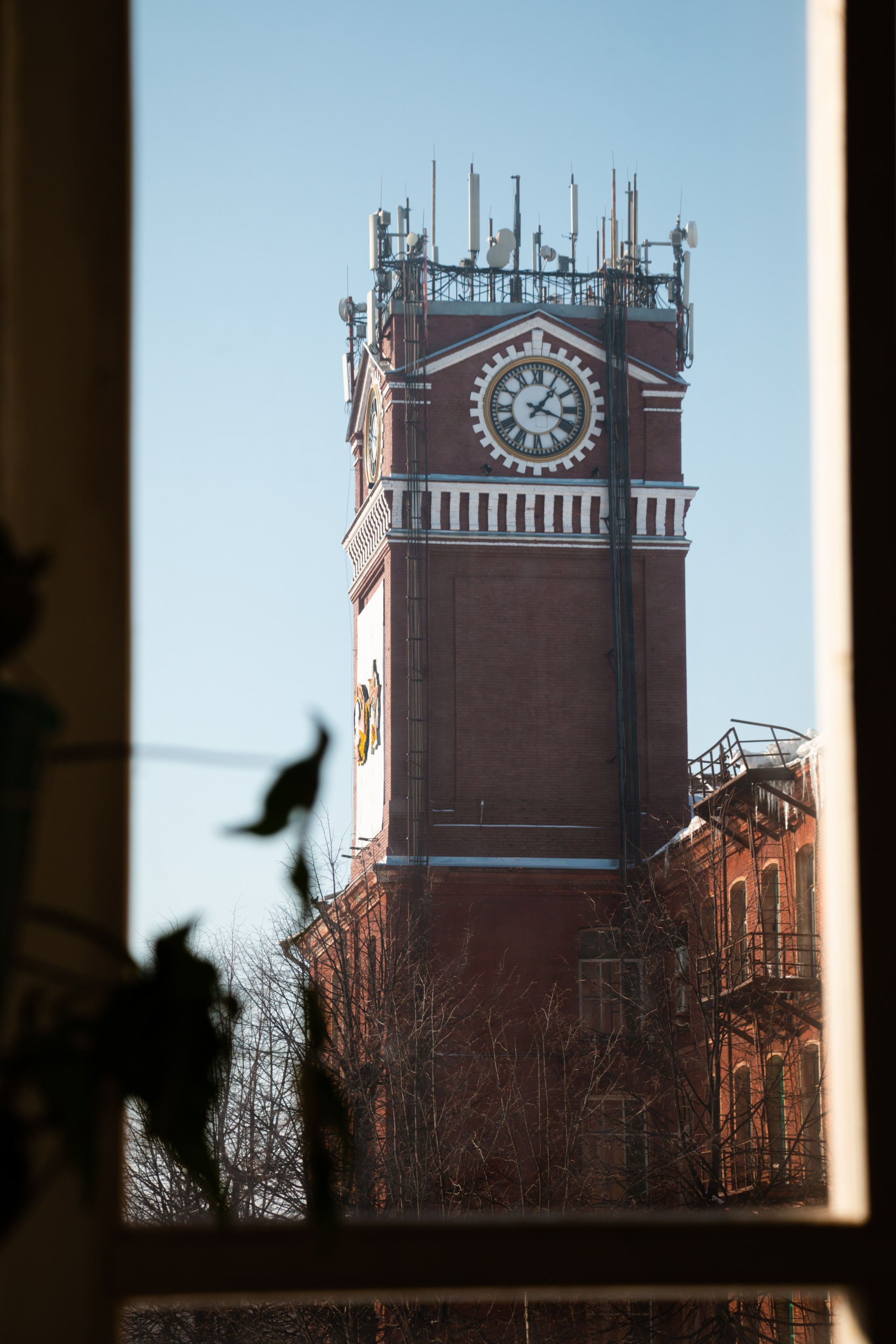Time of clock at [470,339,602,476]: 1:18
